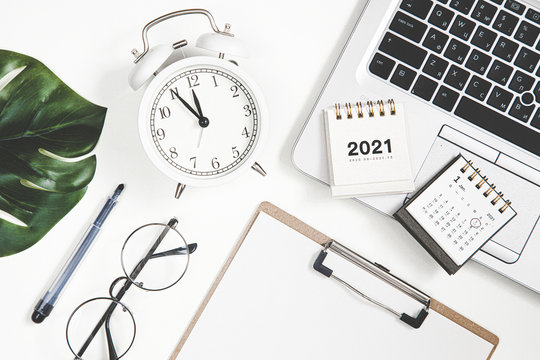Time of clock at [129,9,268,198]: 11:55
